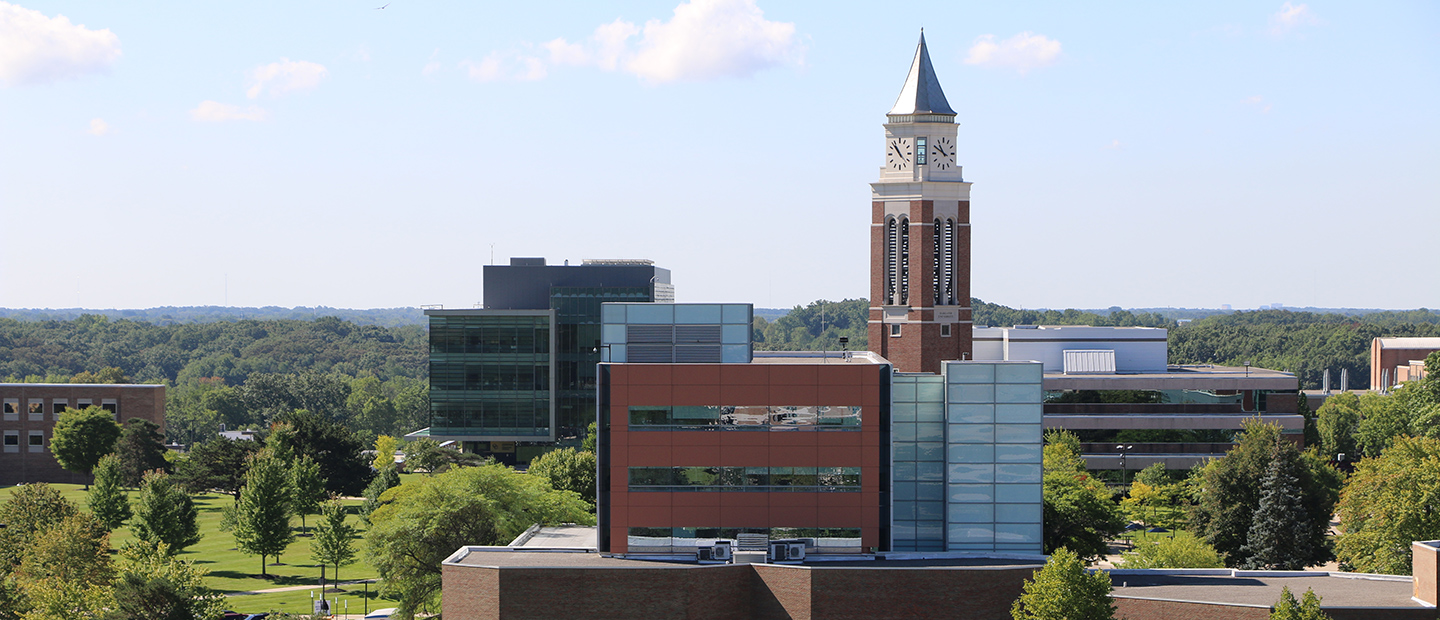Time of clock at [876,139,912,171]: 10:53
